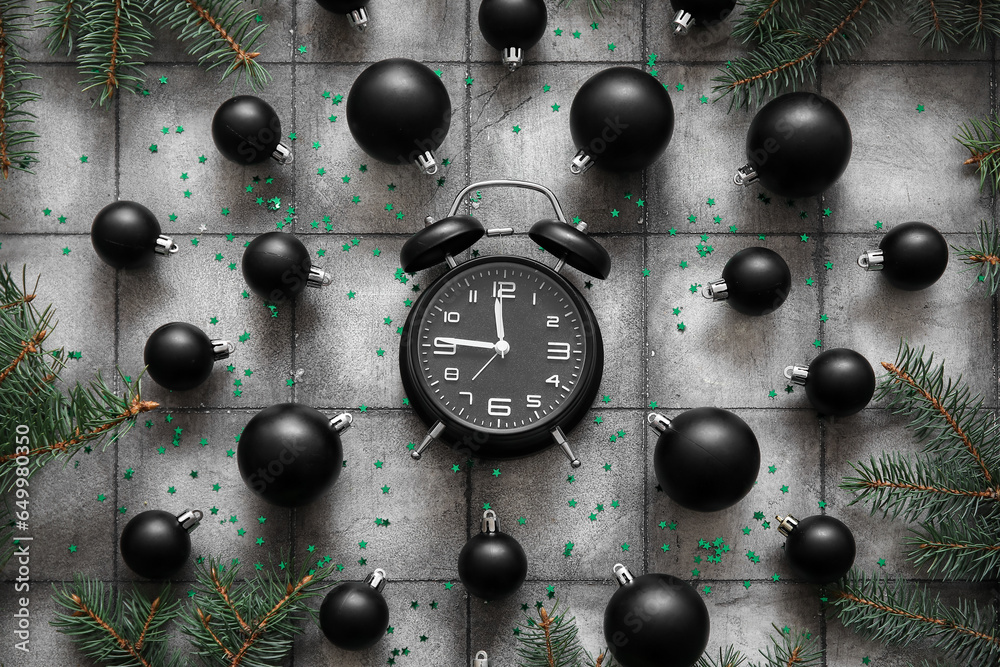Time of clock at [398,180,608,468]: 11:46
